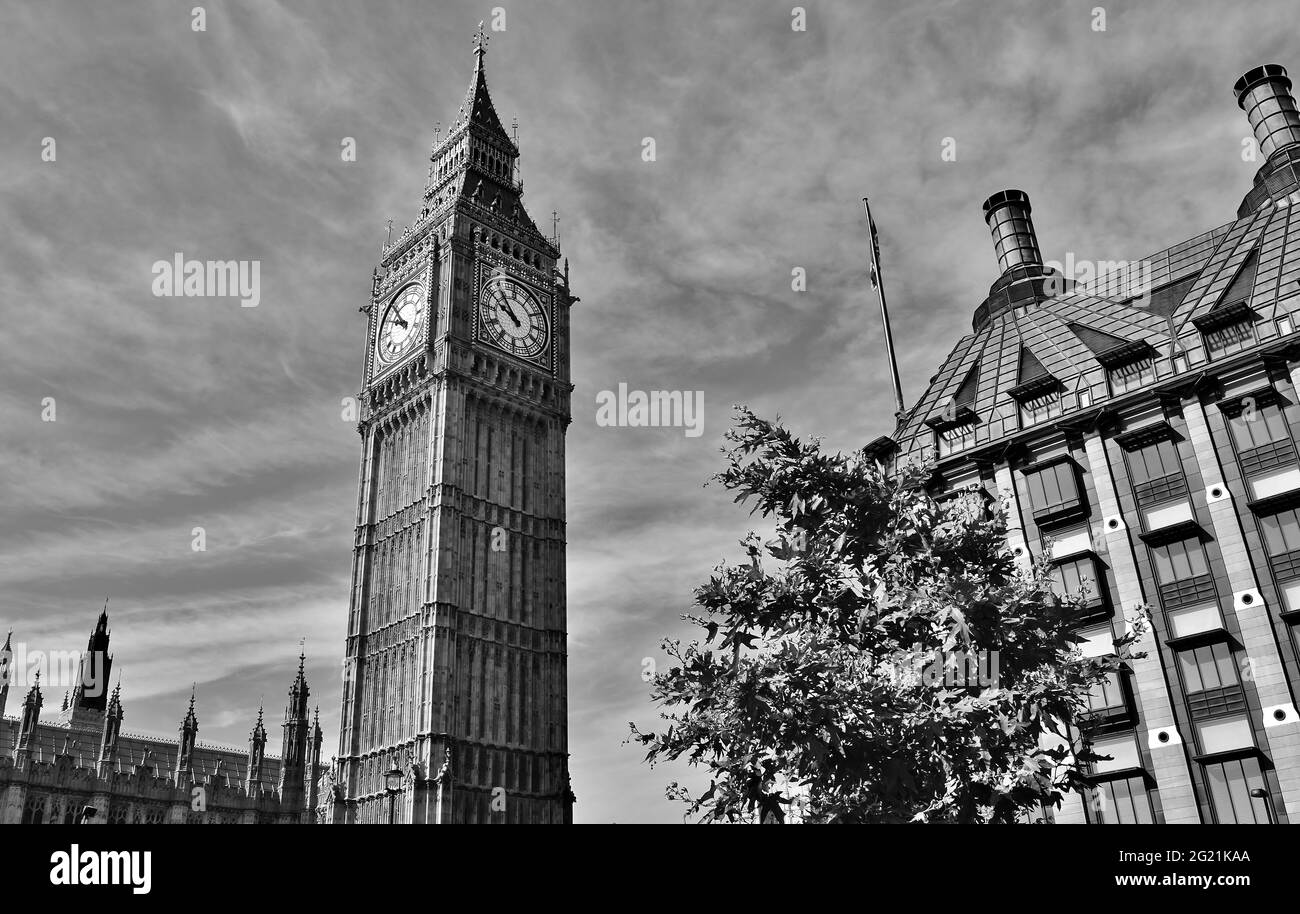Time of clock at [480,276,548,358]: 9:53
